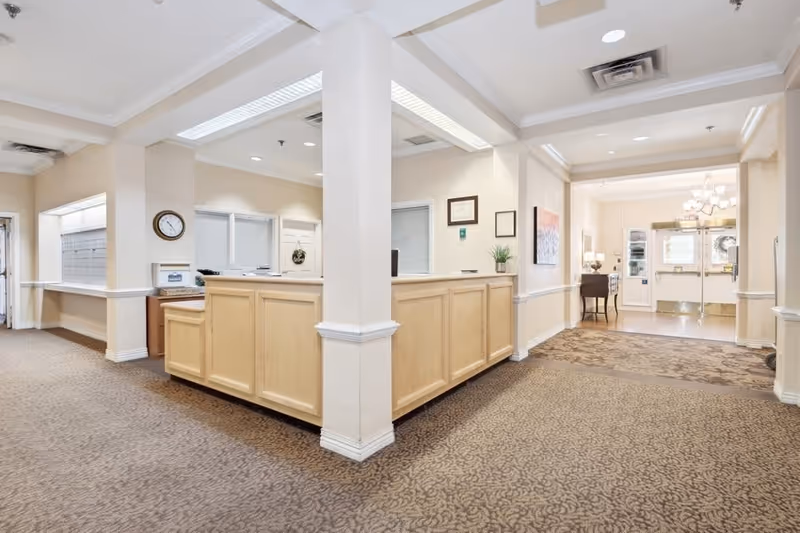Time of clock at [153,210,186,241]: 10:24
